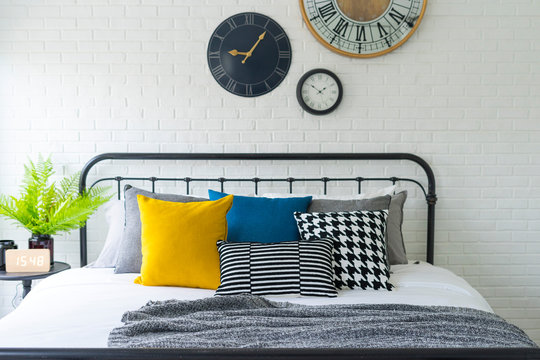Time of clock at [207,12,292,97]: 9:06
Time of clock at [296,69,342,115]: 1:50
